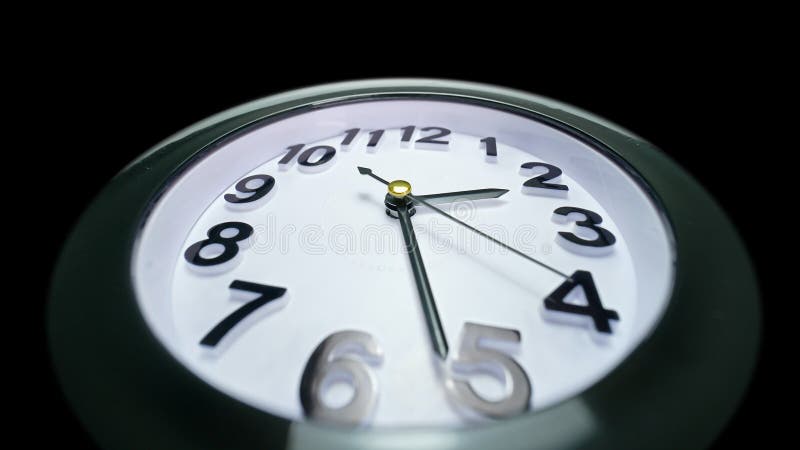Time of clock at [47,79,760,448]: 2:26
